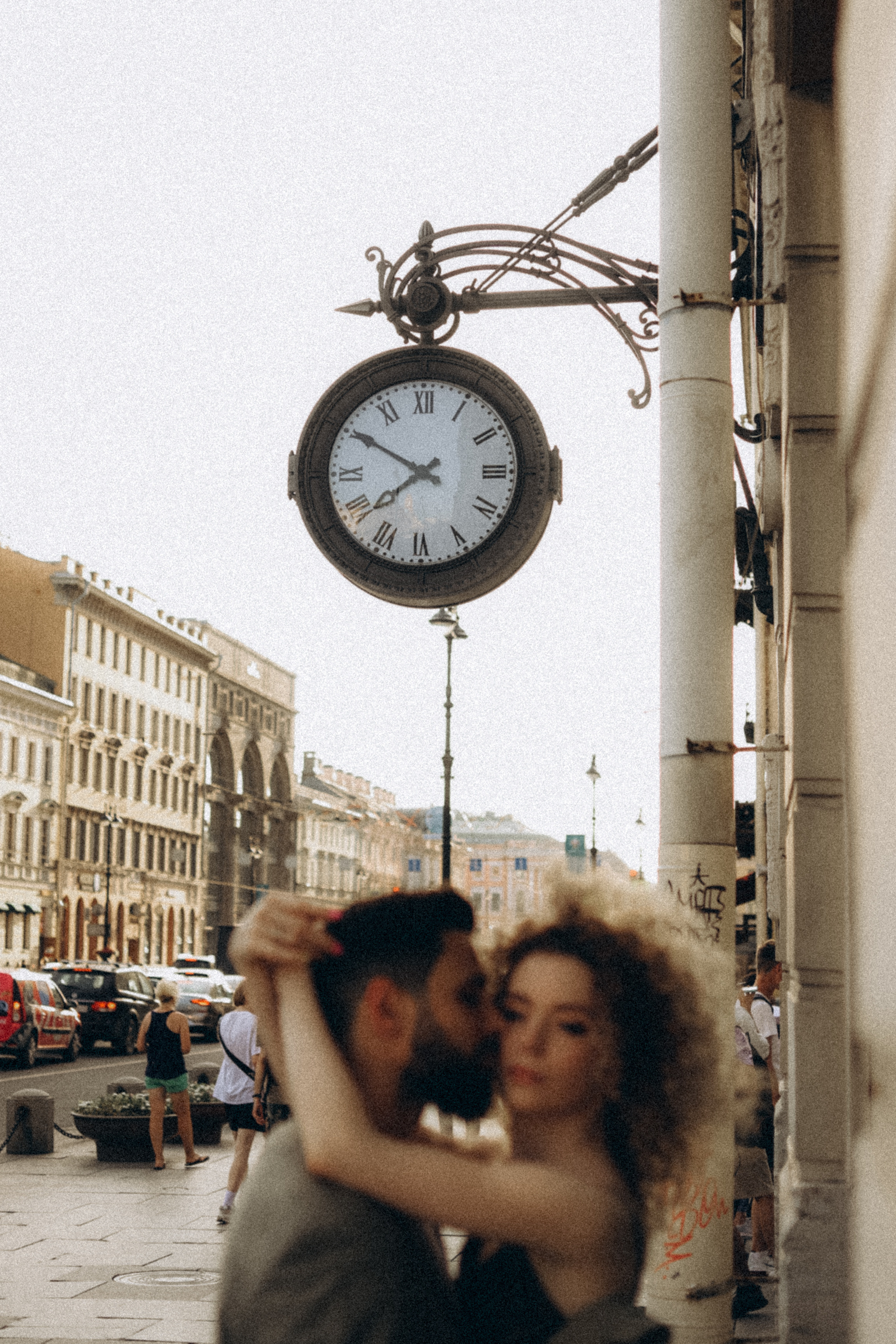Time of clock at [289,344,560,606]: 7:50
